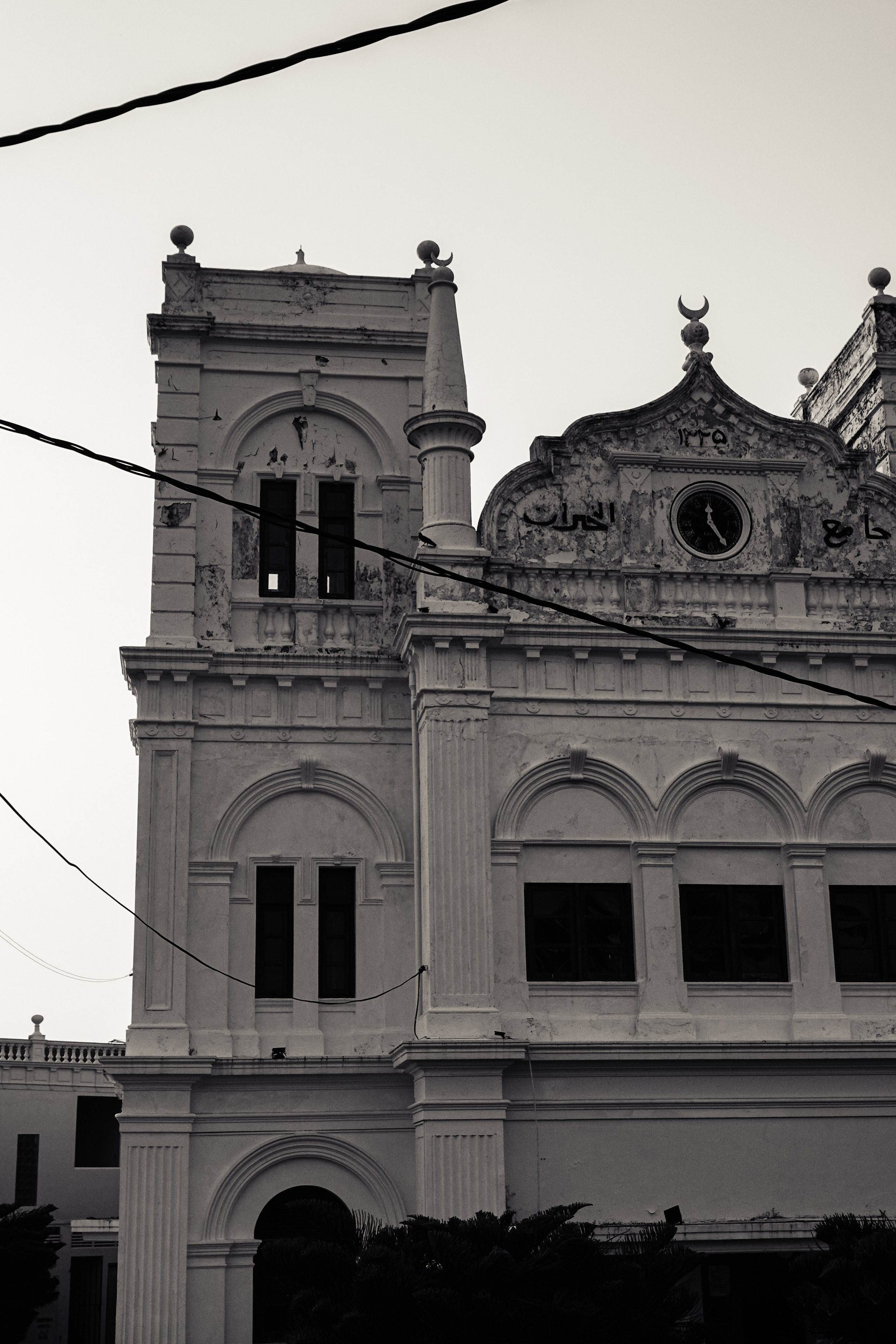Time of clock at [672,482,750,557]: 12:24
